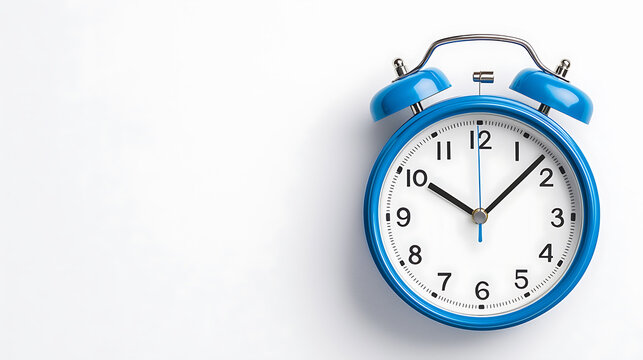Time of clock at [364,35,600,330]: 10:07
